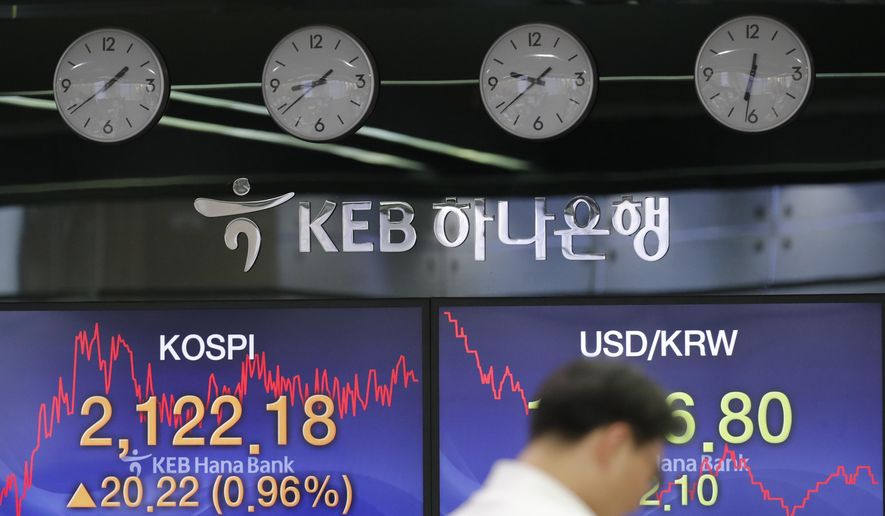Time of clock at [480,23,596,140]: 9:38
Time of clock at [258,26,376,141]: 8:38
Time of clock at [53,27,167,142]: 1:39
